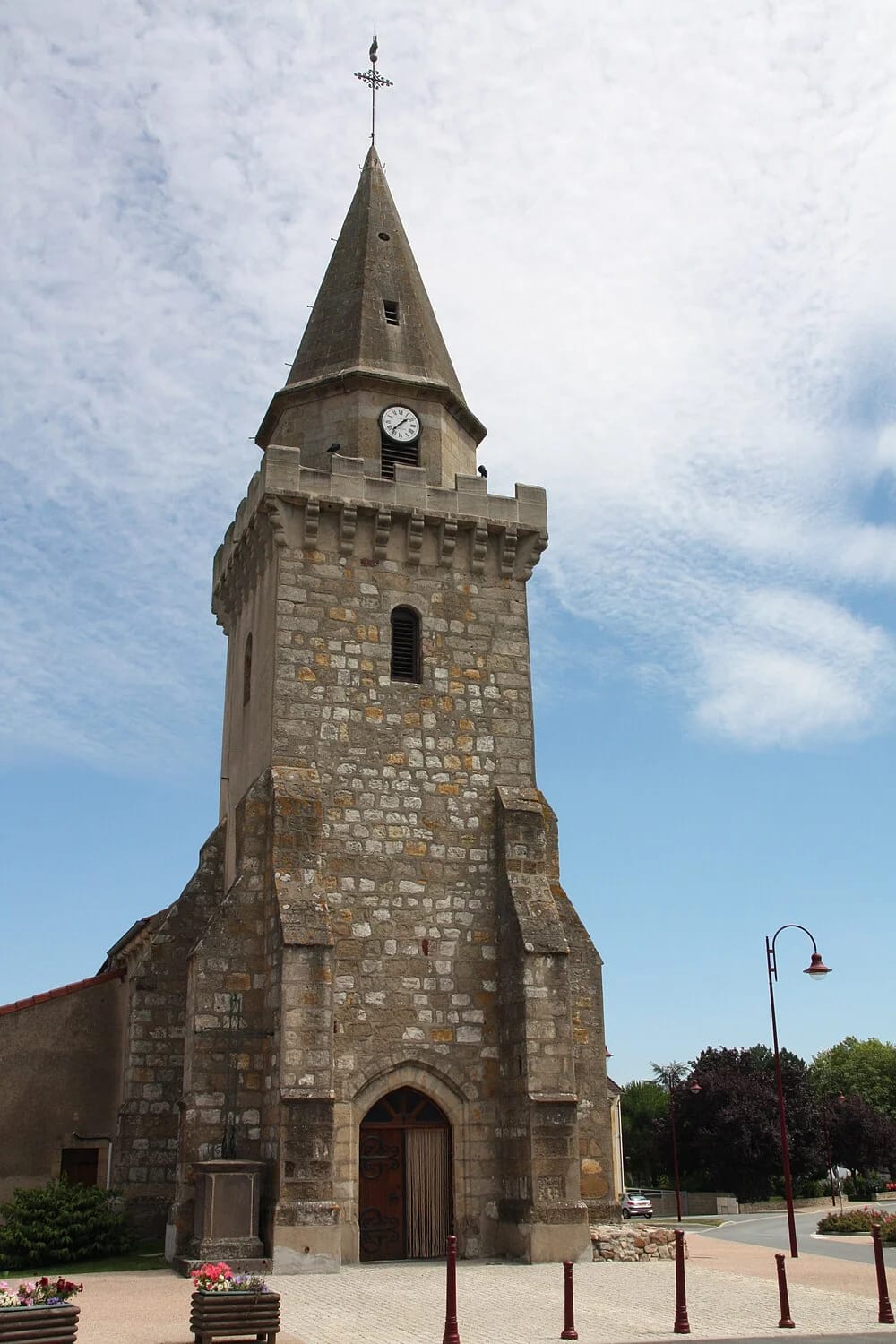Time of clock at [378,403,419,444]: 1:37
